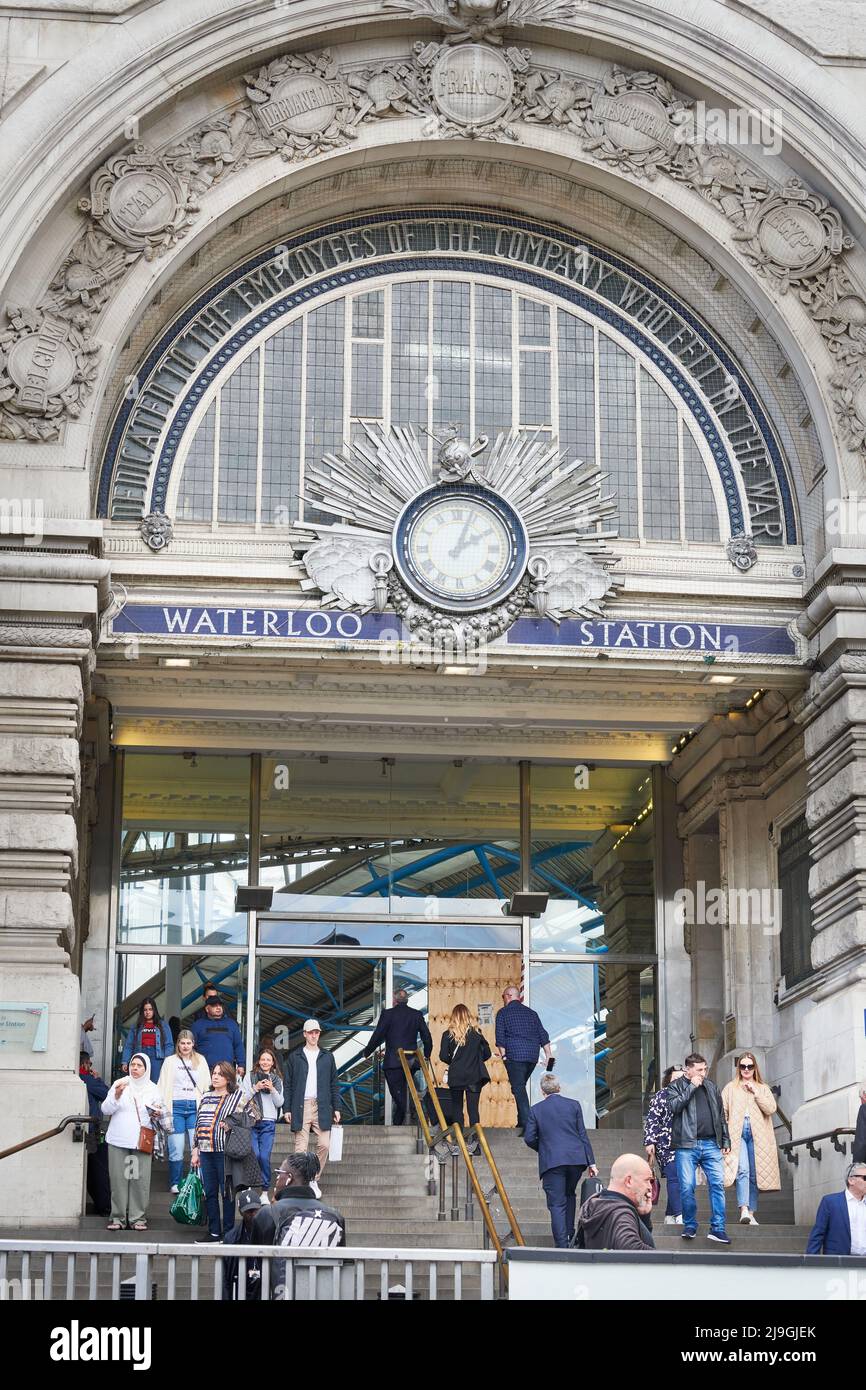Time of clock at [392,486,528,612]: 2:03
